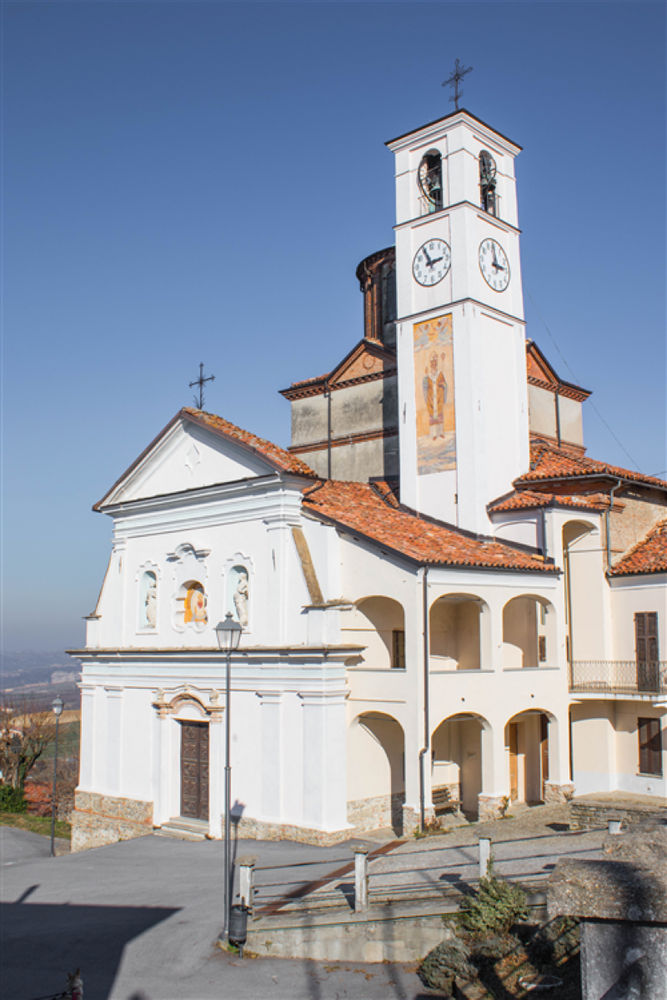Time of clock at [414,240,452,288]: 2:55
